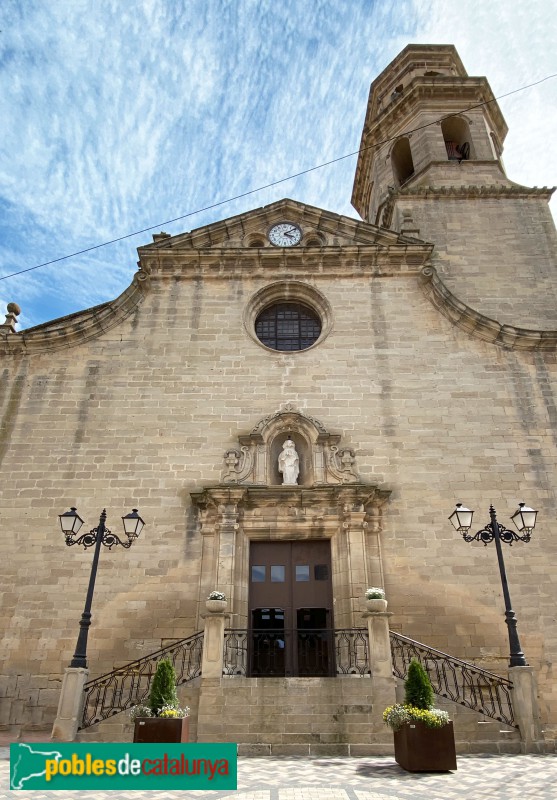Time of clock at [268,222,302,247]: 4:09
